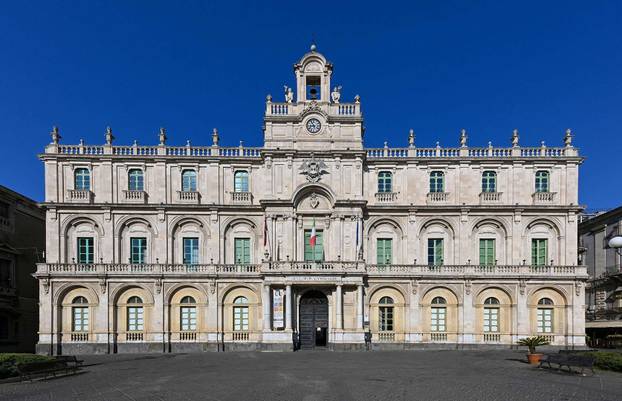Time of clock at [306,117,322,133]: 8:54
